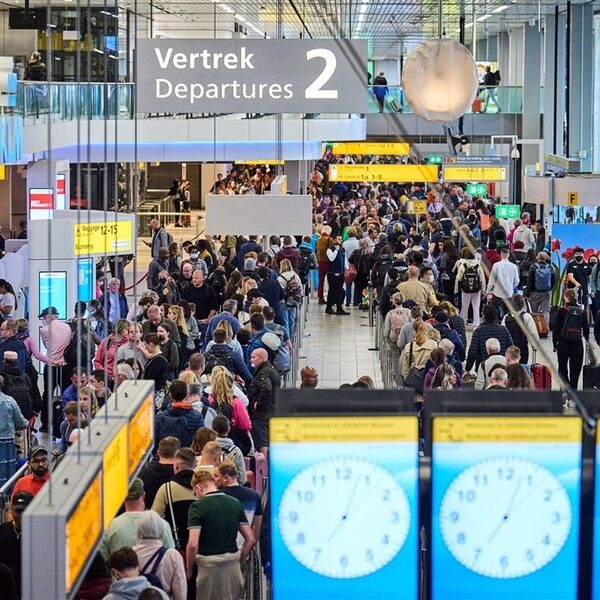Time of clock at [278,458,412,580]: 7:03
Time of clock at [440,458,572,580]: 7:03
